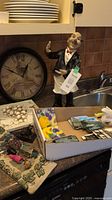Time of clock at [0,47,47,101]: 12:48
